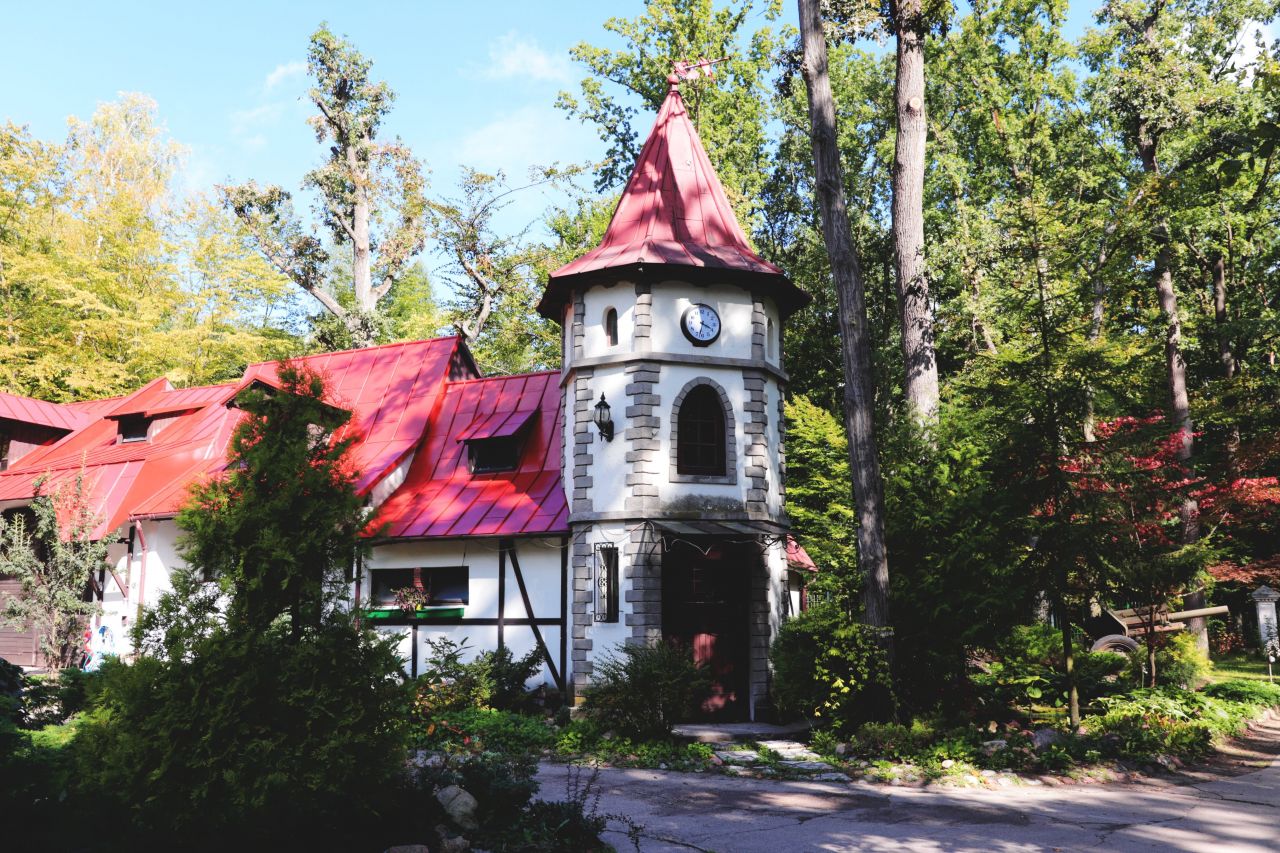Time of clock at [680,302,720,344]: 3:32
